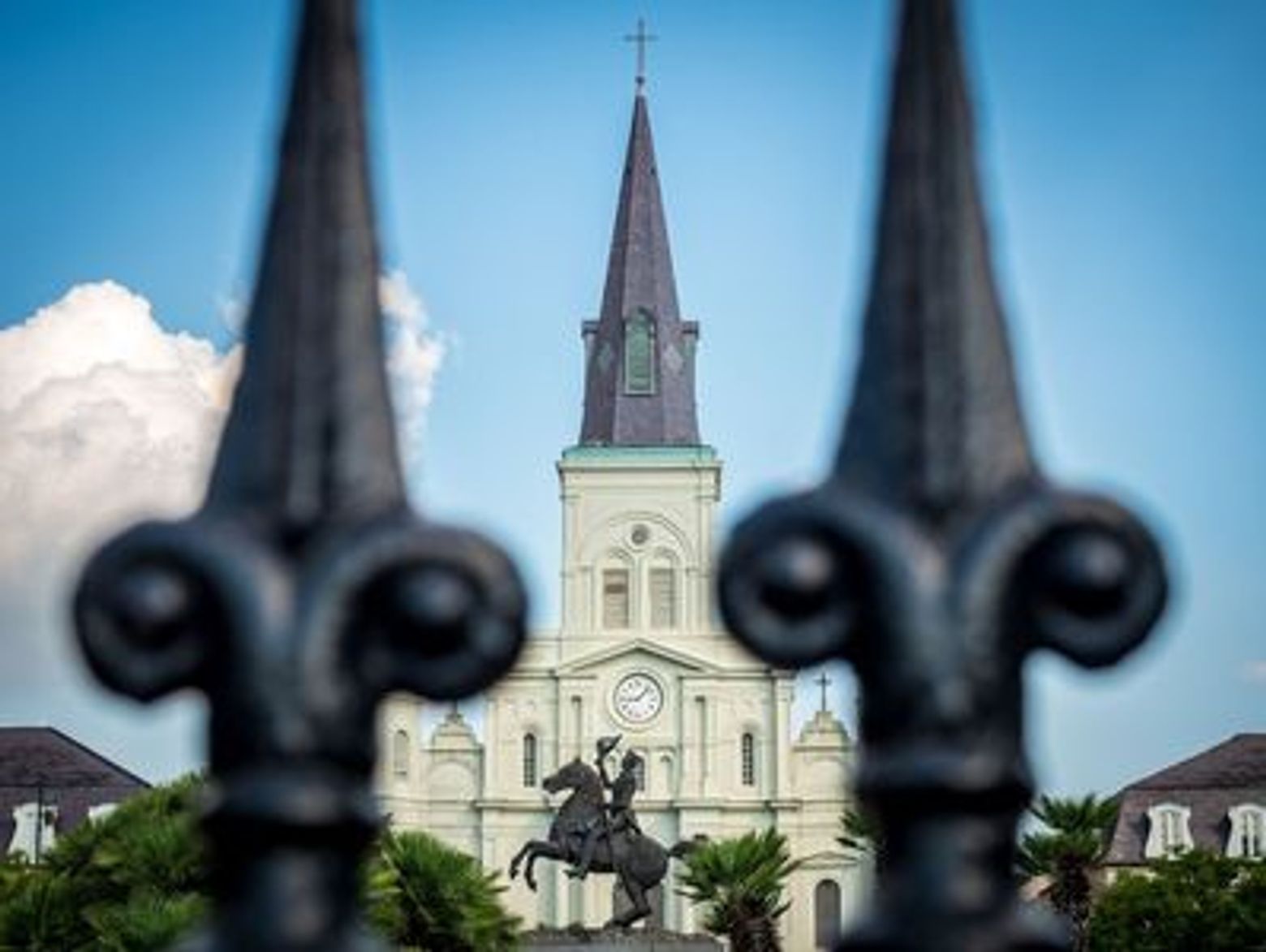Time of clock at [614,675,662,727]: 9:07
